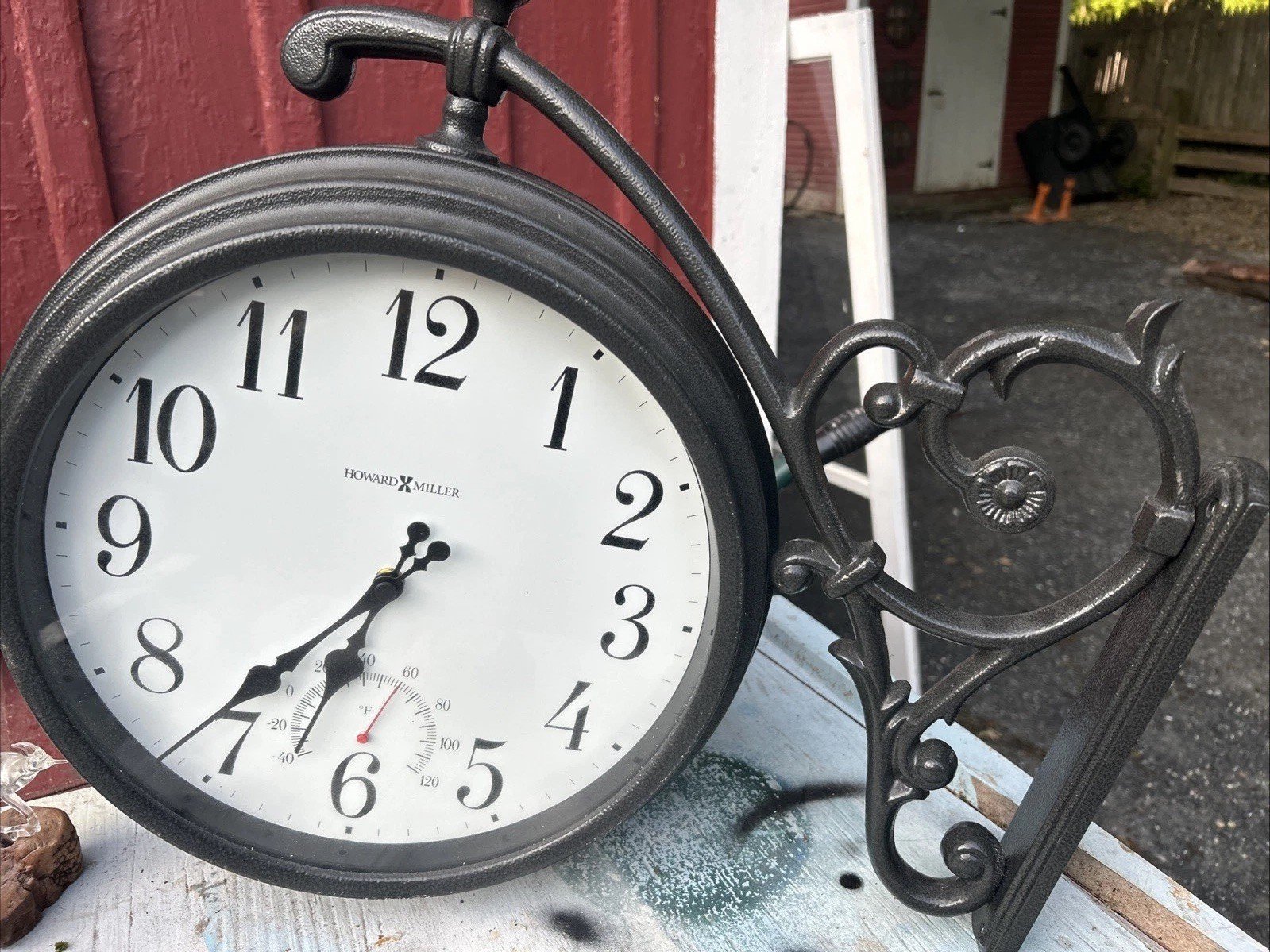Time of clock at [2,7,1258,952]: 6:36
